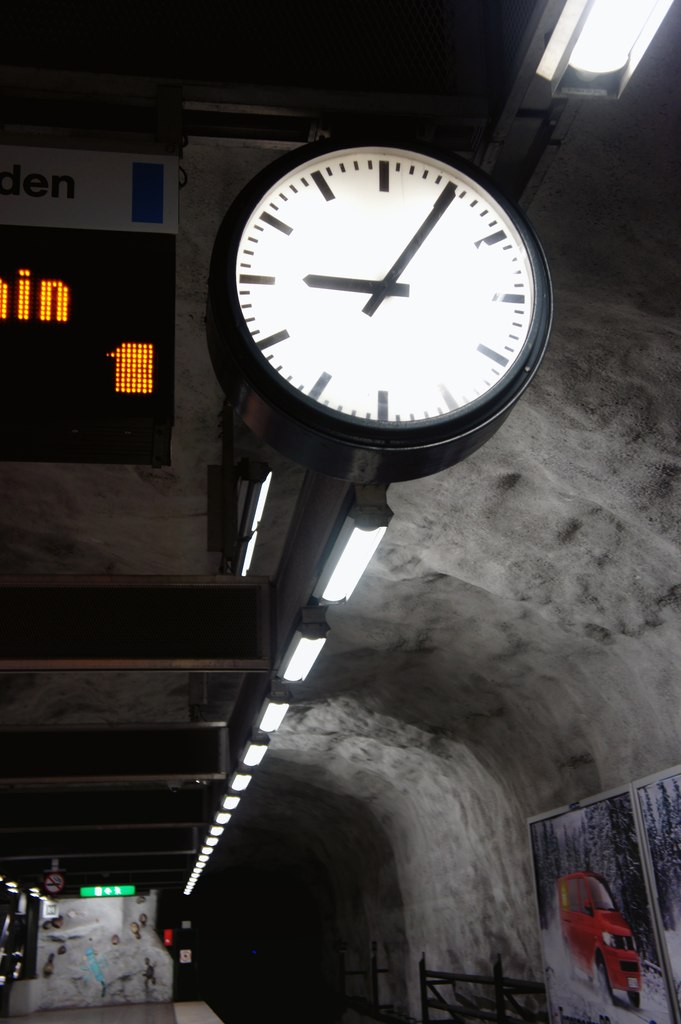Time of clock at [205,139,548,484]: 9:05
